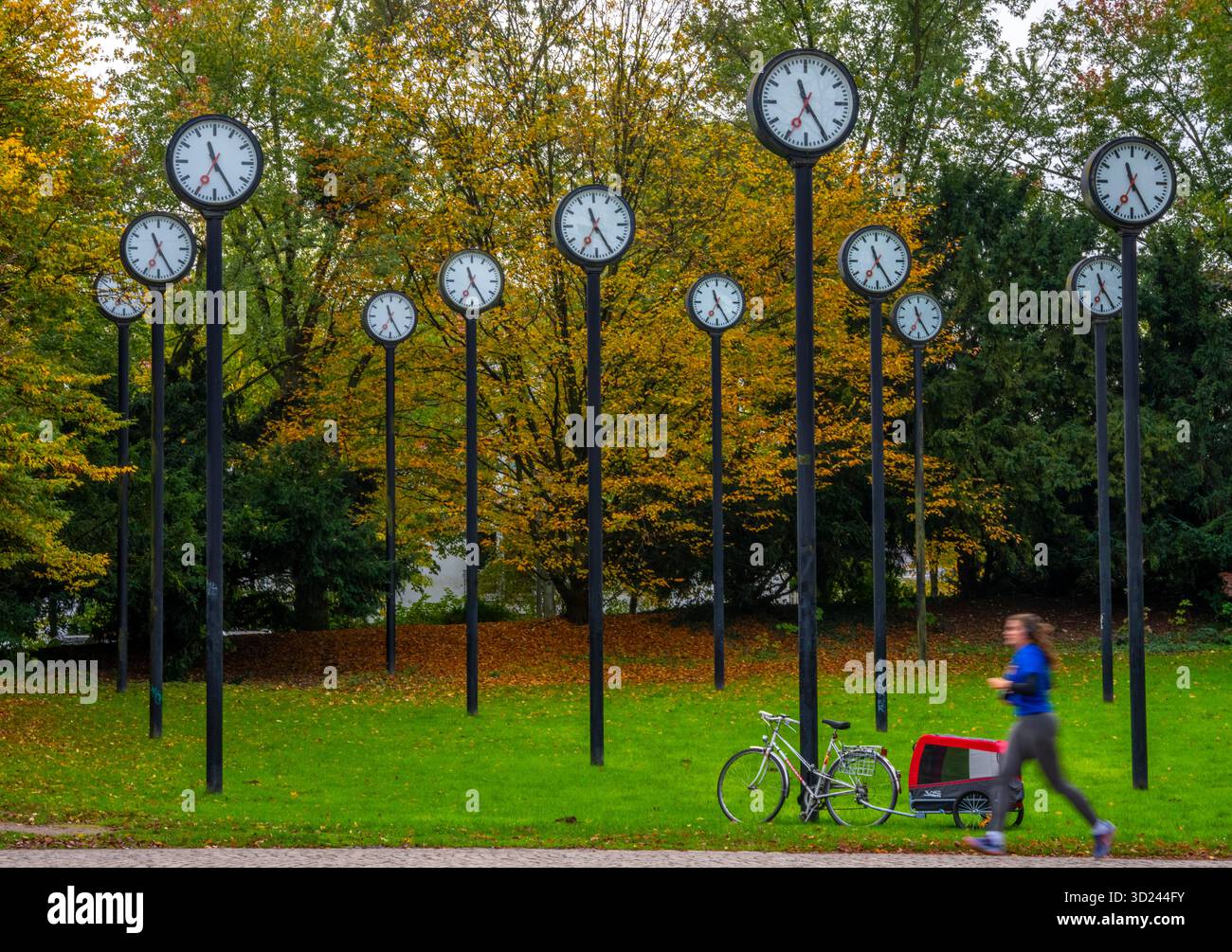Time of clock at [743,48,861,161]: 11:24
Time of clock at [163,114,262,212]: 11:24
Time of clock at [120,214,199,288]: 11:25
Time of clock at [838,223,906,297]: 11:24
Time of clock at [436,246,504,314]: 11:24
